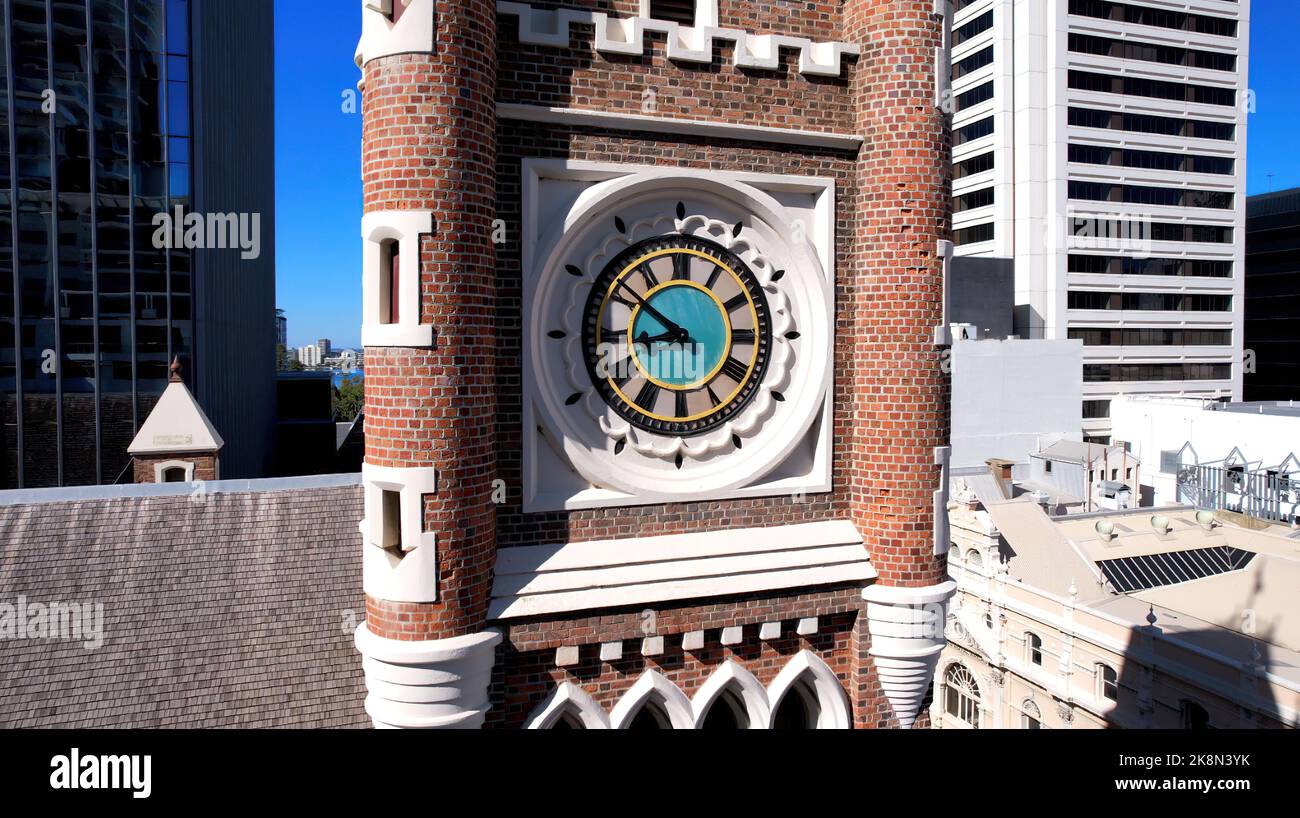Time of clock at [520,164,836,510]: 8:51
